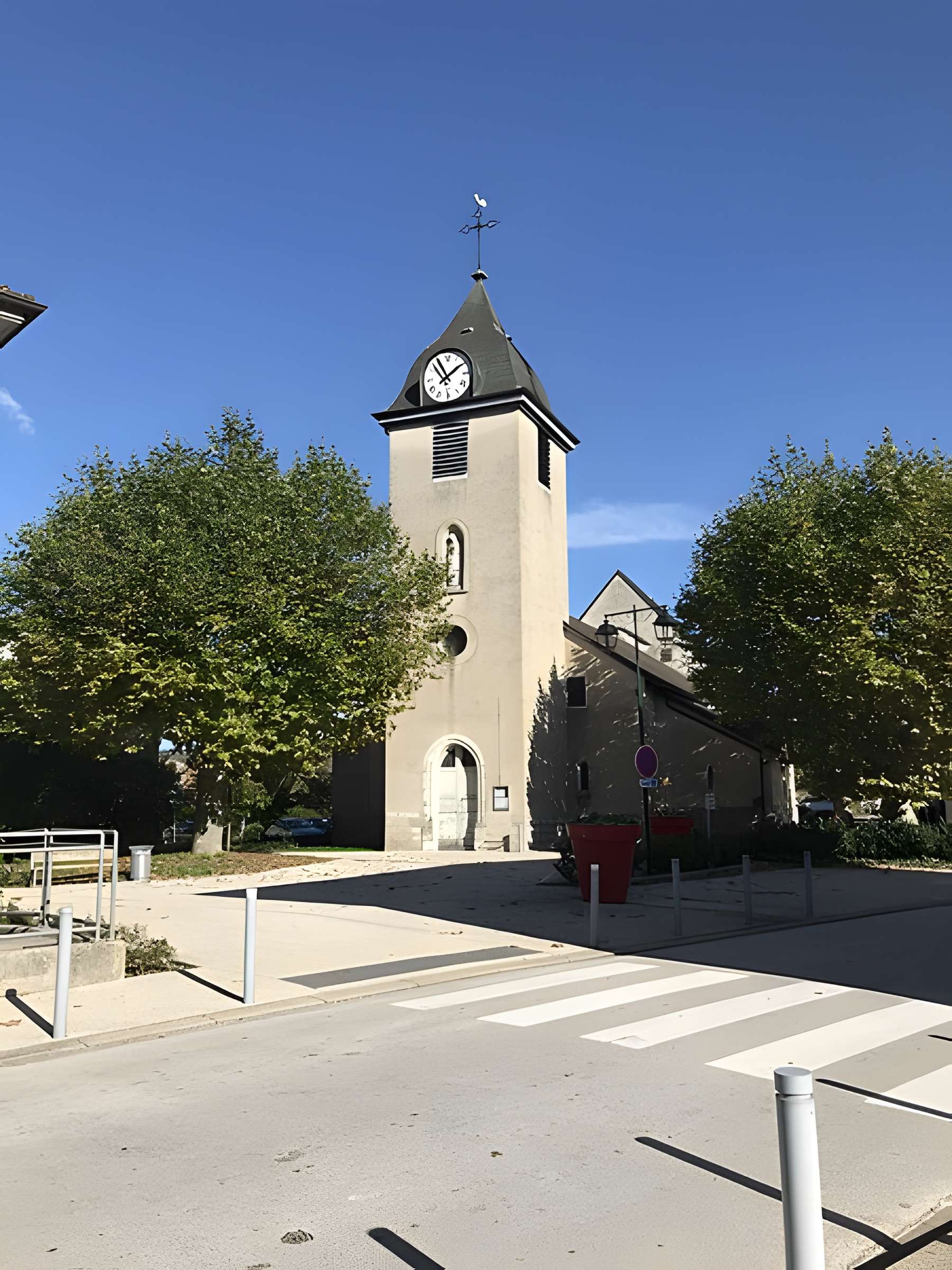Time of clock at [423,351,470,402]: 1:54
